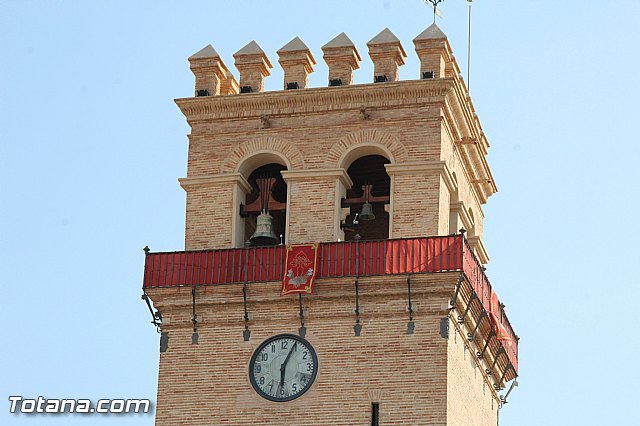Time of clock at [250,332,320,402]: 6:04
